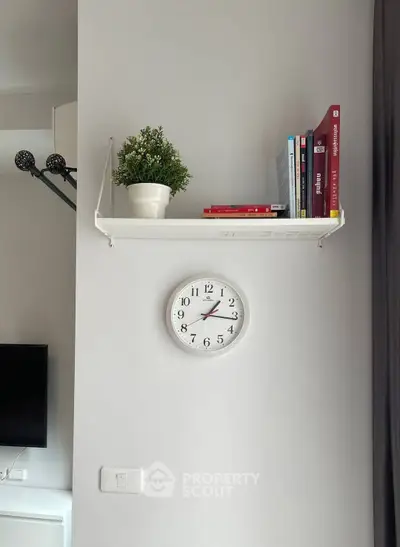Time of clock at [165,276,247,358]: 1:16
